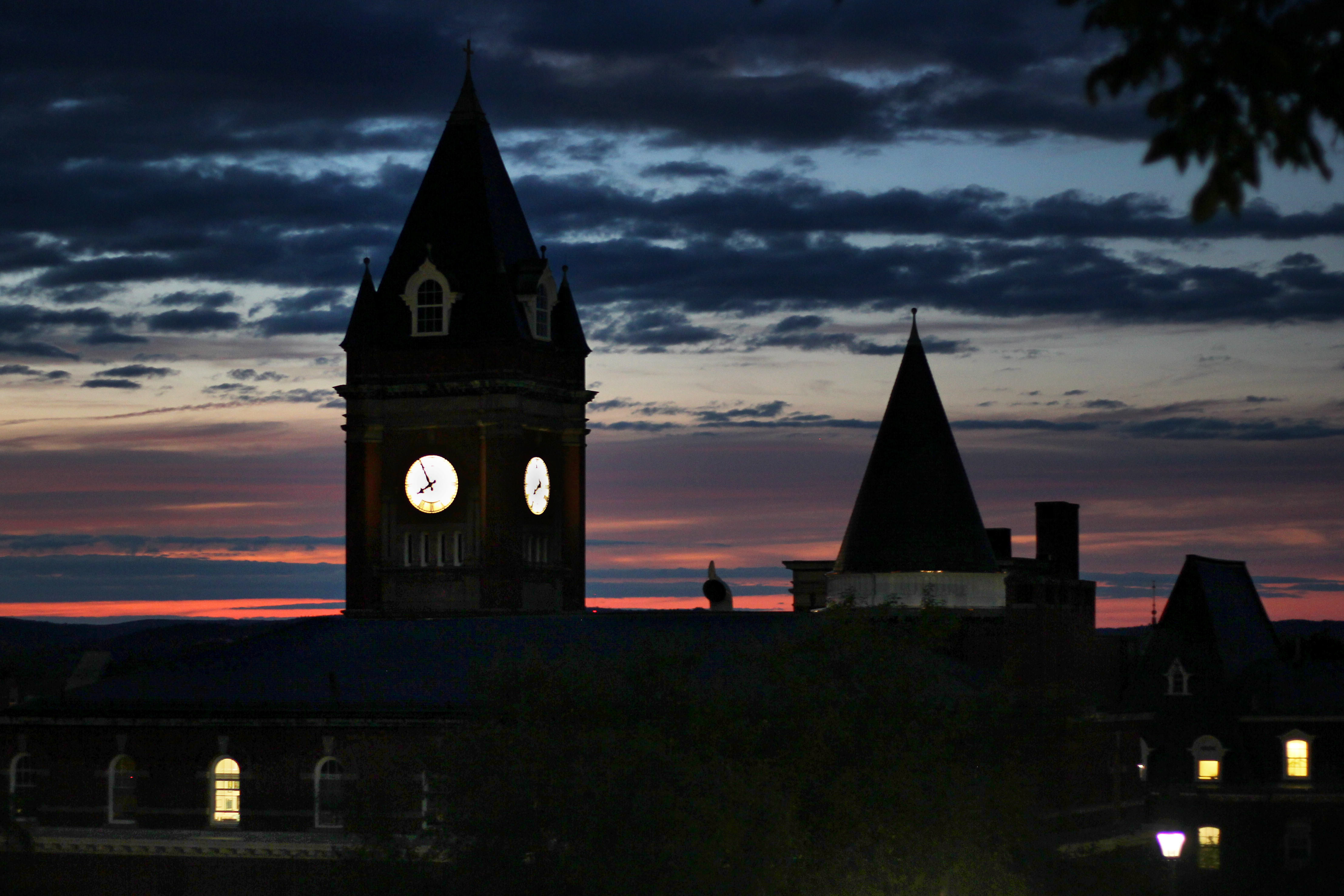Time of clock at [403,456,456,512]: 7:55
